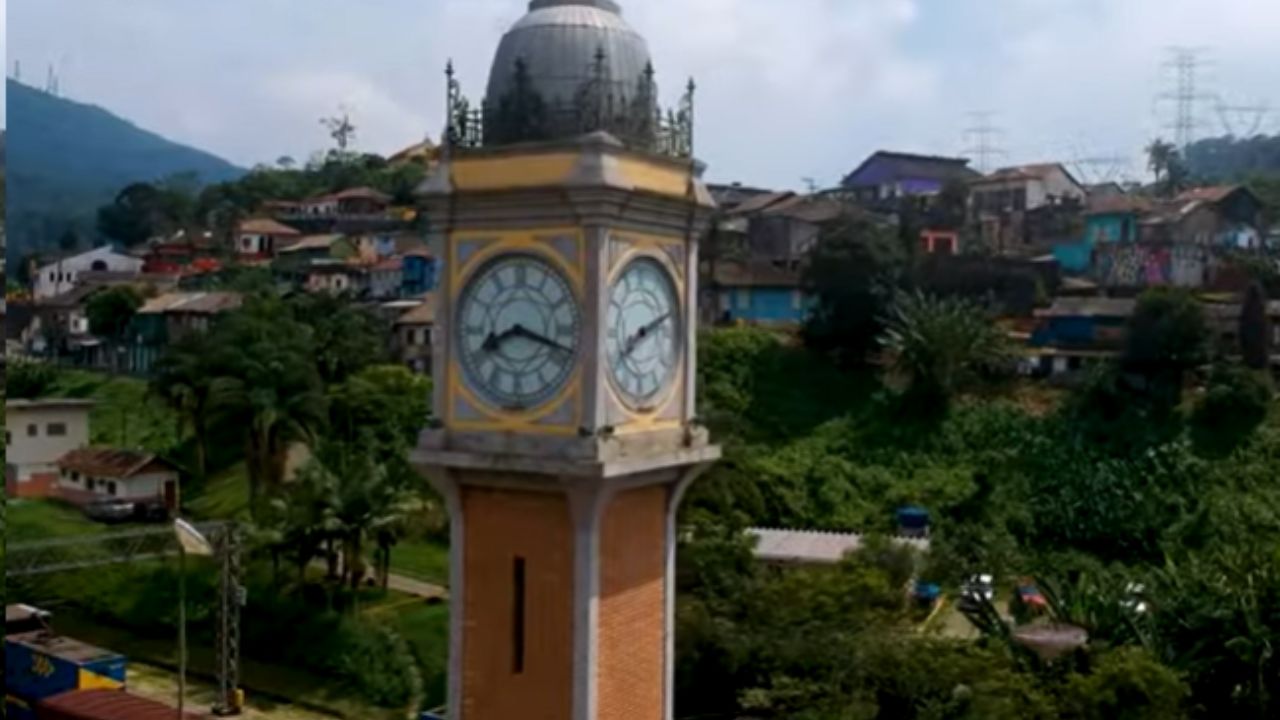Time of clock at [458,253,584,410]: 8:18
